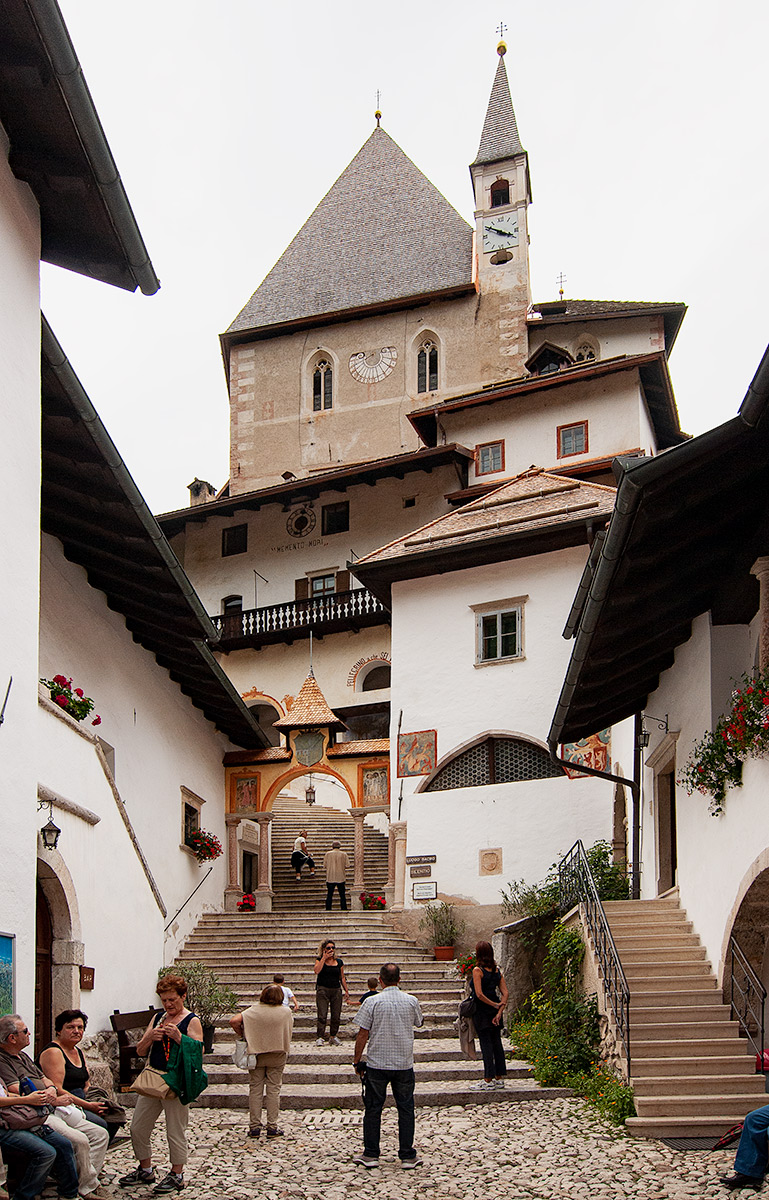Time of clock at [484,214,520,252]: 3:50
